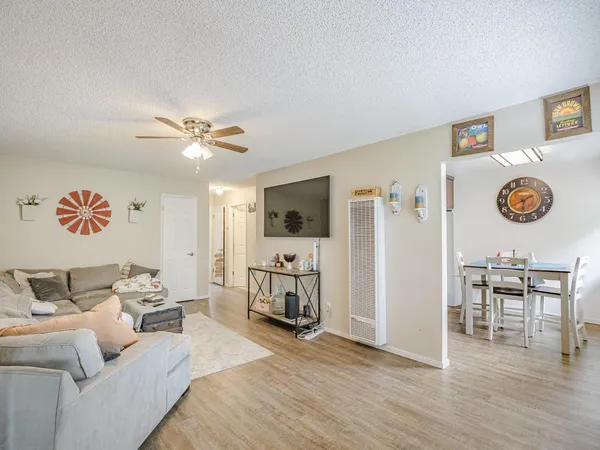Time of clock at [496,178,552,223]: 5:40
